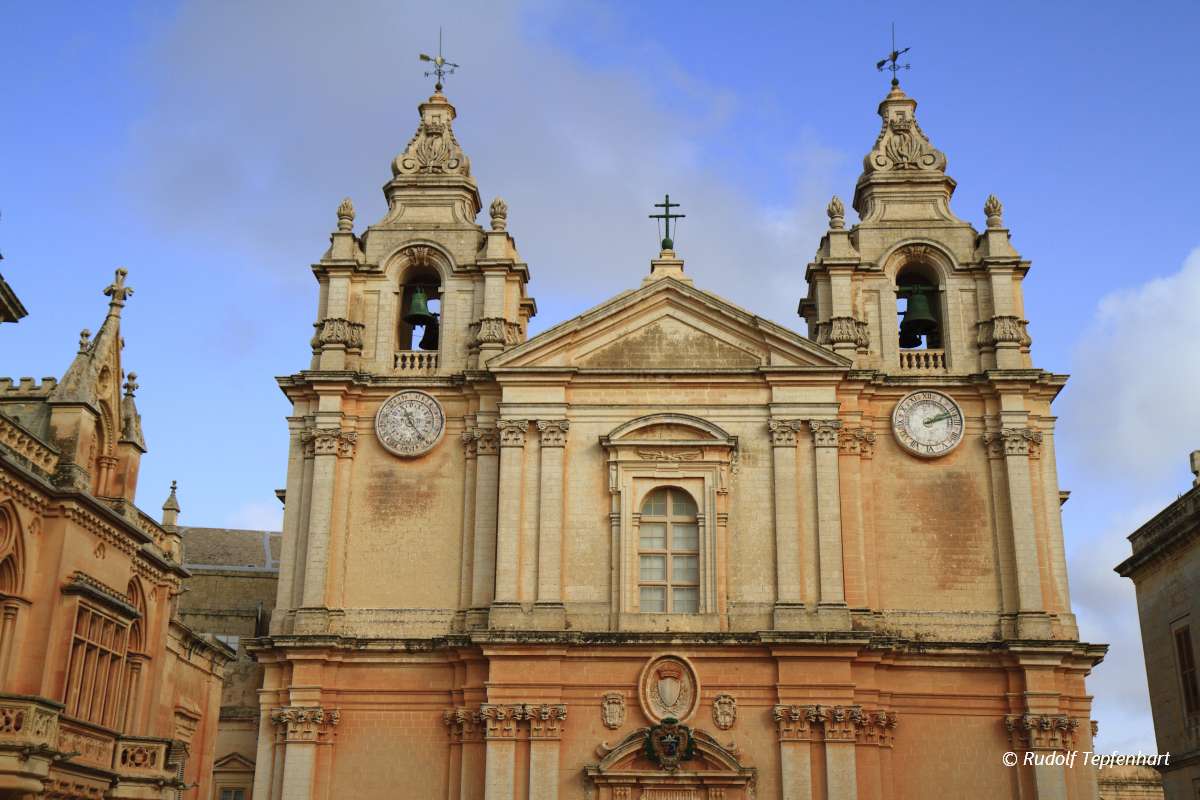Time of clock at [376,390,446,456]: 11:23
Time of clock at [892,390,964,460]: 2:12
